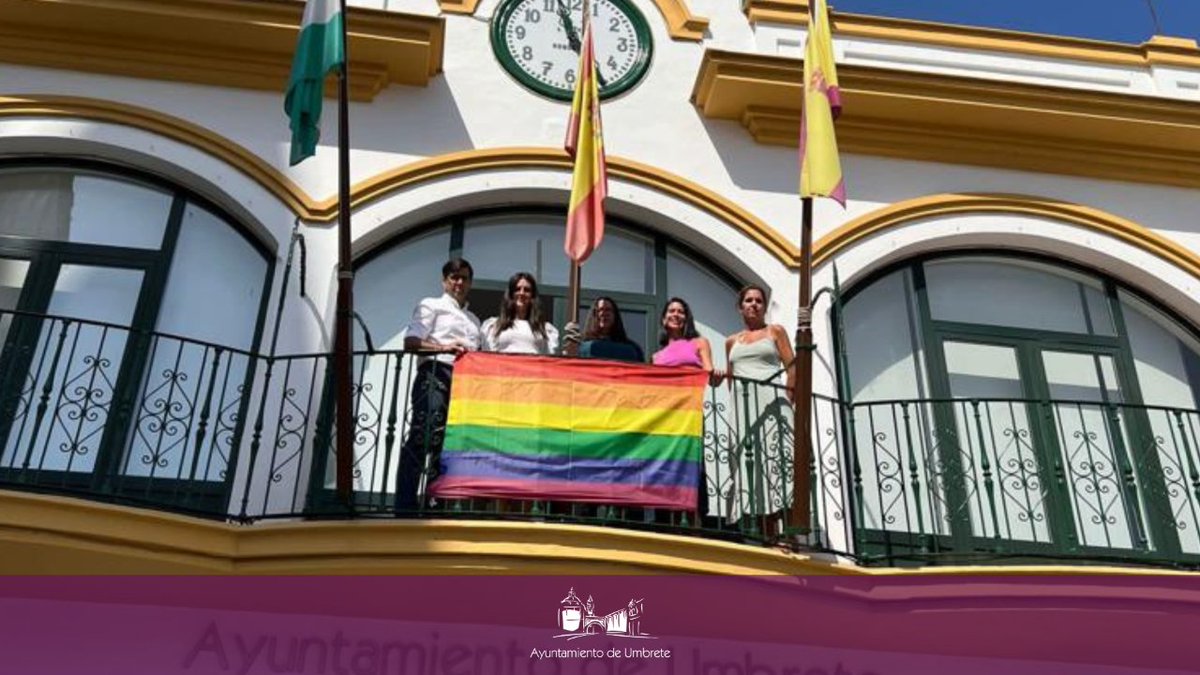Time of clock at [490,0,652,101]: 4:57
